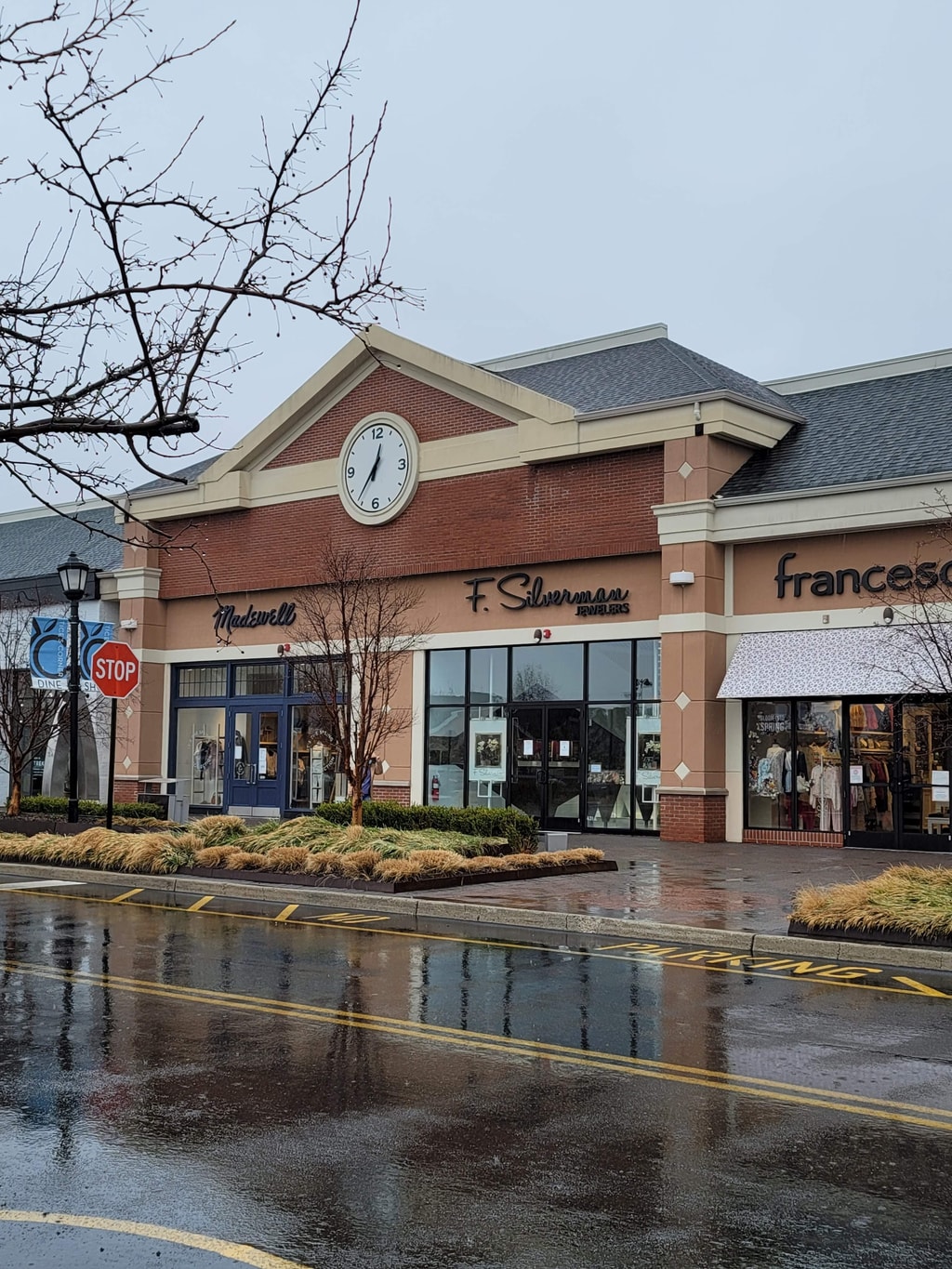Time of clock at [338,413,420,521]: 12:36
